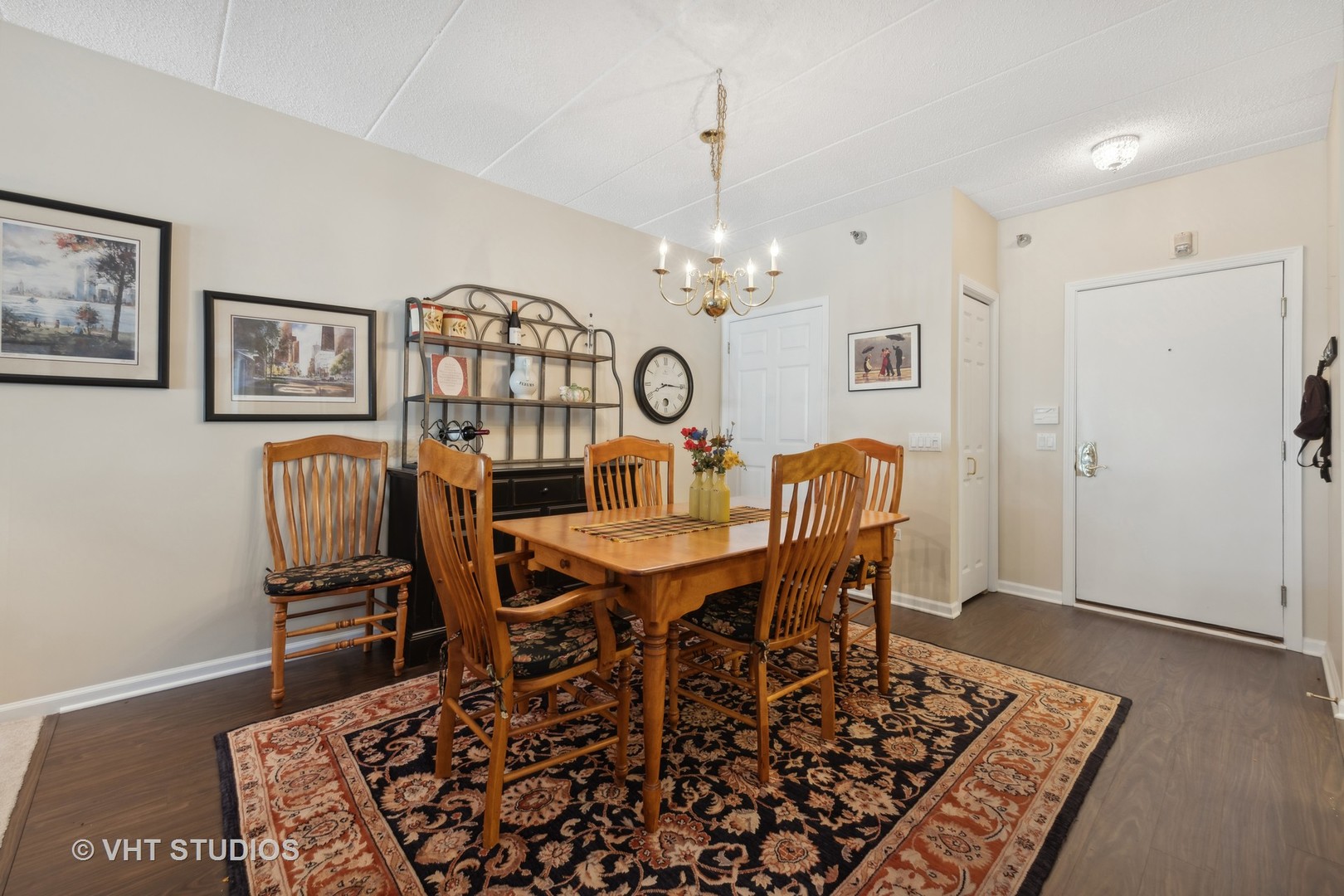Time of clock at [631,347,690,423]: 8:15
